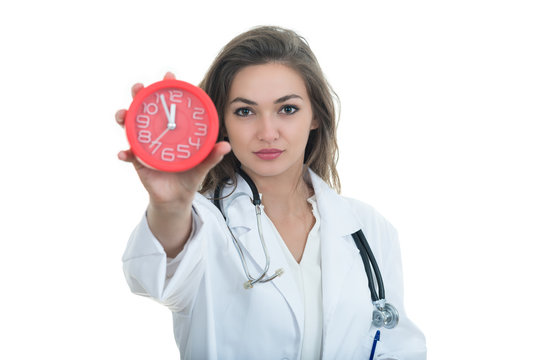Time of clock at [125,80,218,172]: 11:55
